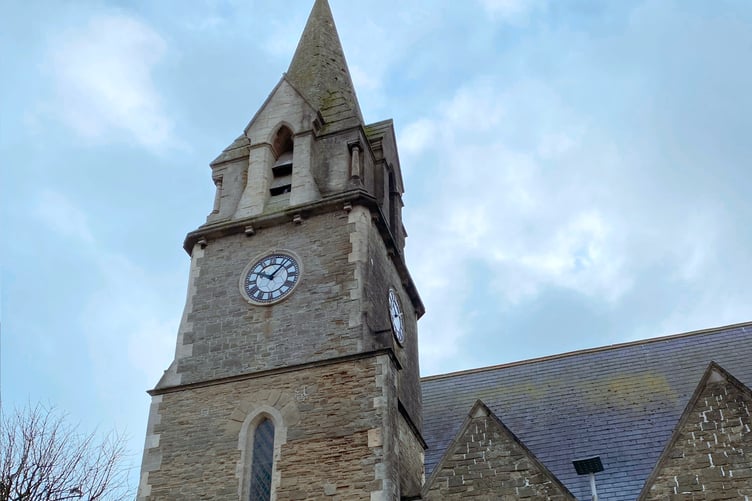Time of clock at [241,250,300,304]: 10:07
